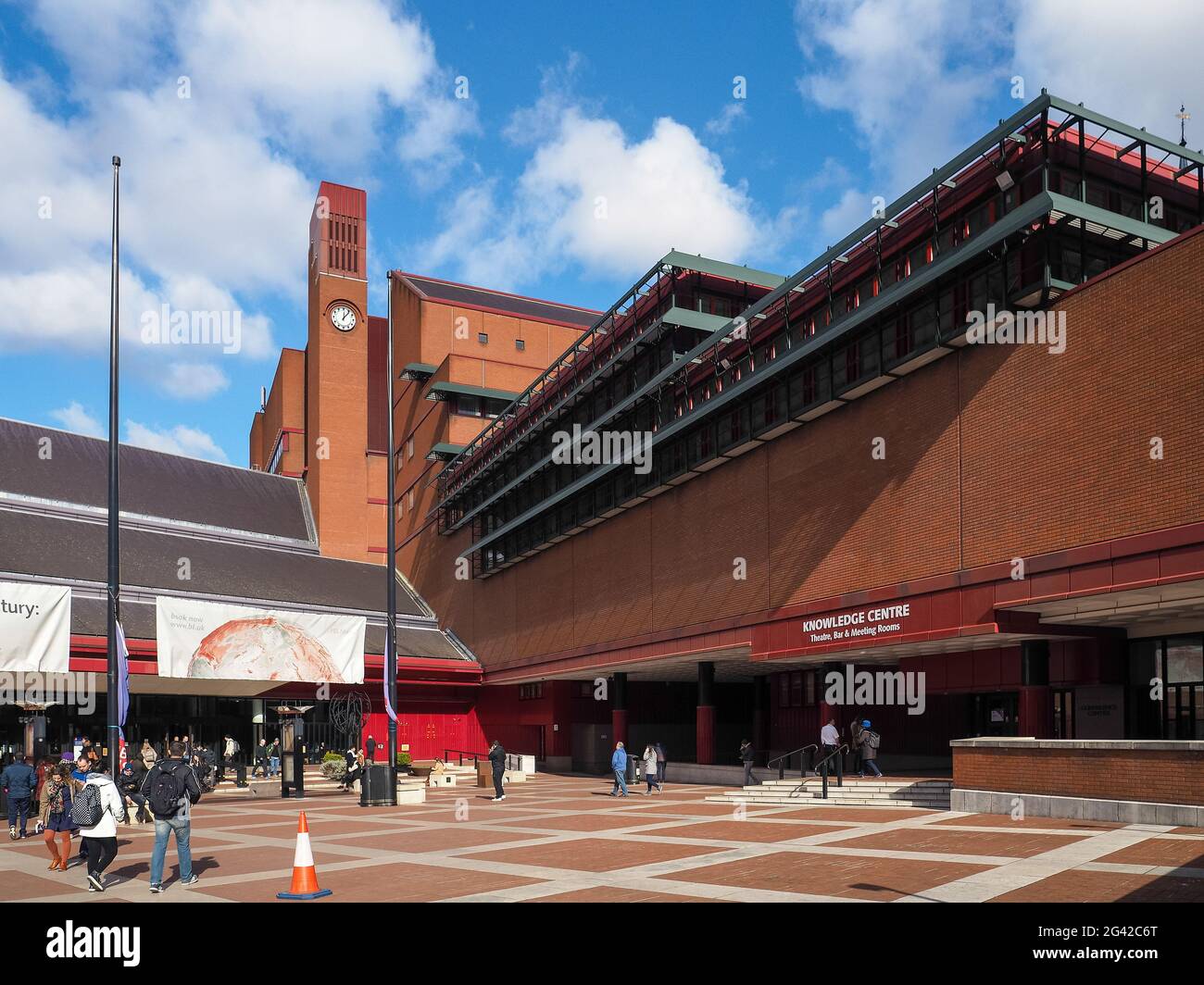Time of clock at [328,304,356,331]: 12:06
